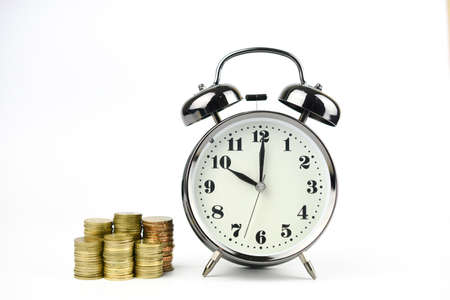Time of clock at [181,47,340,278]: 10:00
